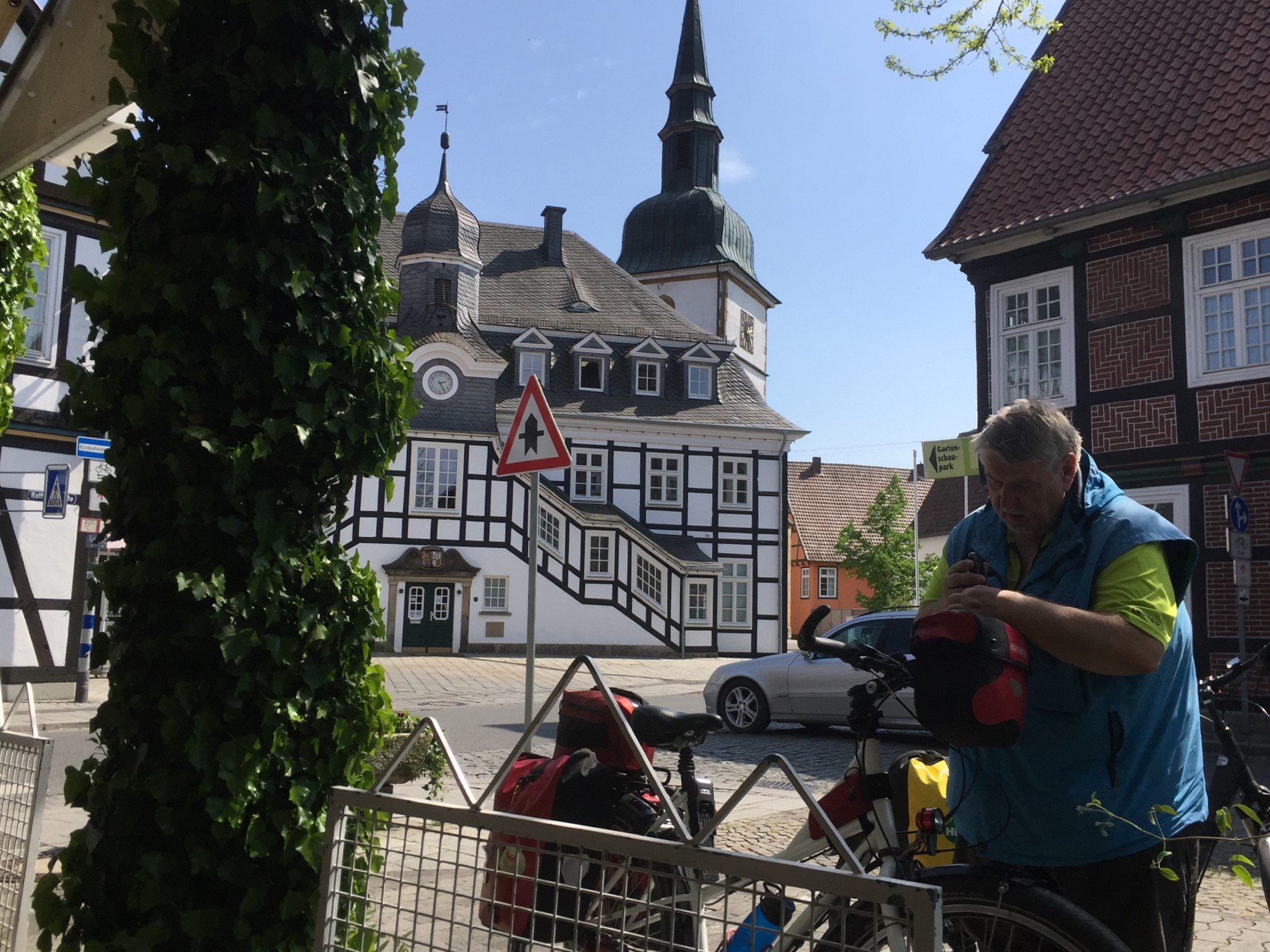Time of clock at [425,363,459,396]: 2:24
